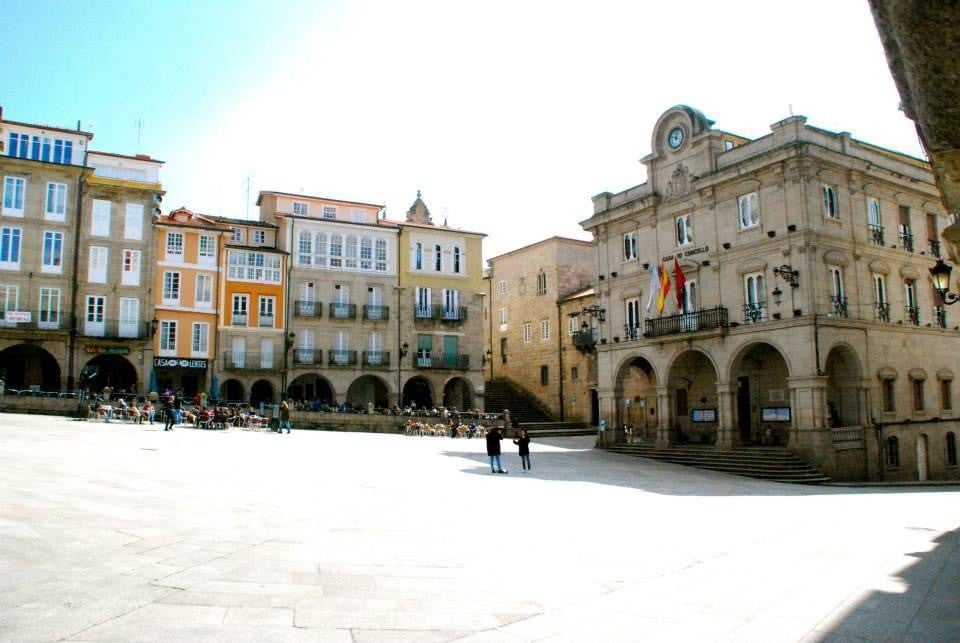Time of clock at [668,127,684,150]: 11:46
